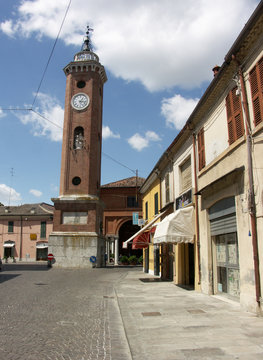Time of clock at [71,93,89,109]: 1:16
